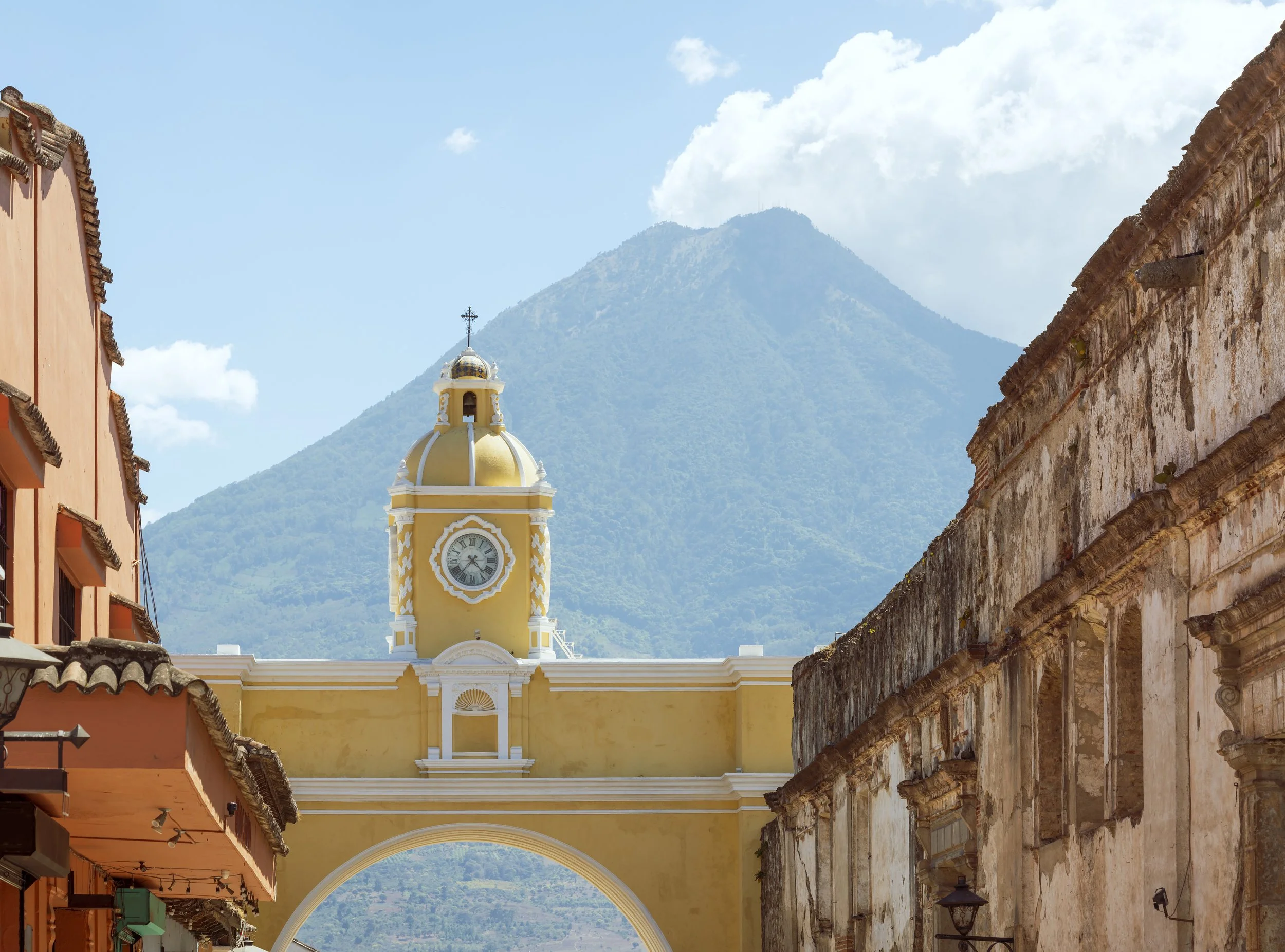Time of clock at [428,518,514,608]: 4:36
